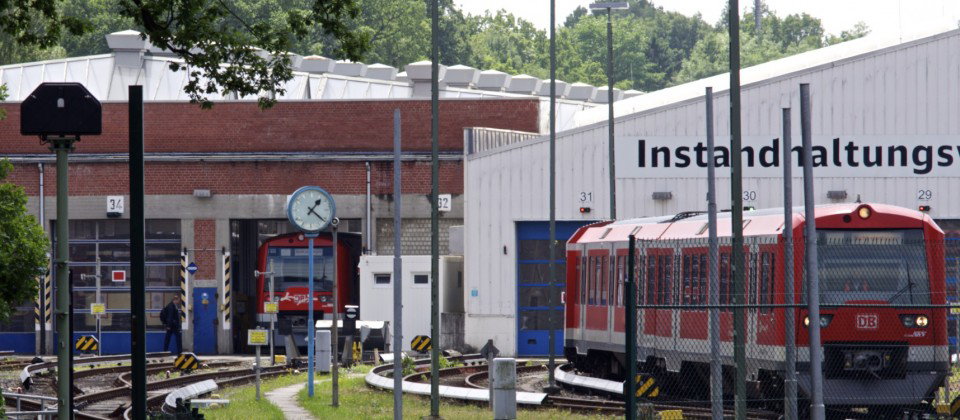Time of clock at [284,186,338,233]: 1:21
